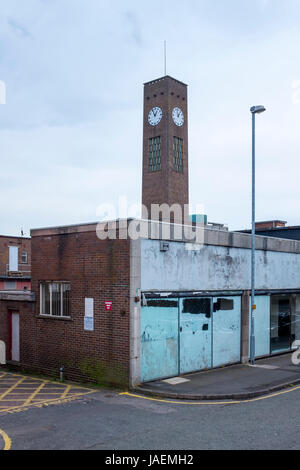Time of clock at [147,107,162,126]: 12:55
